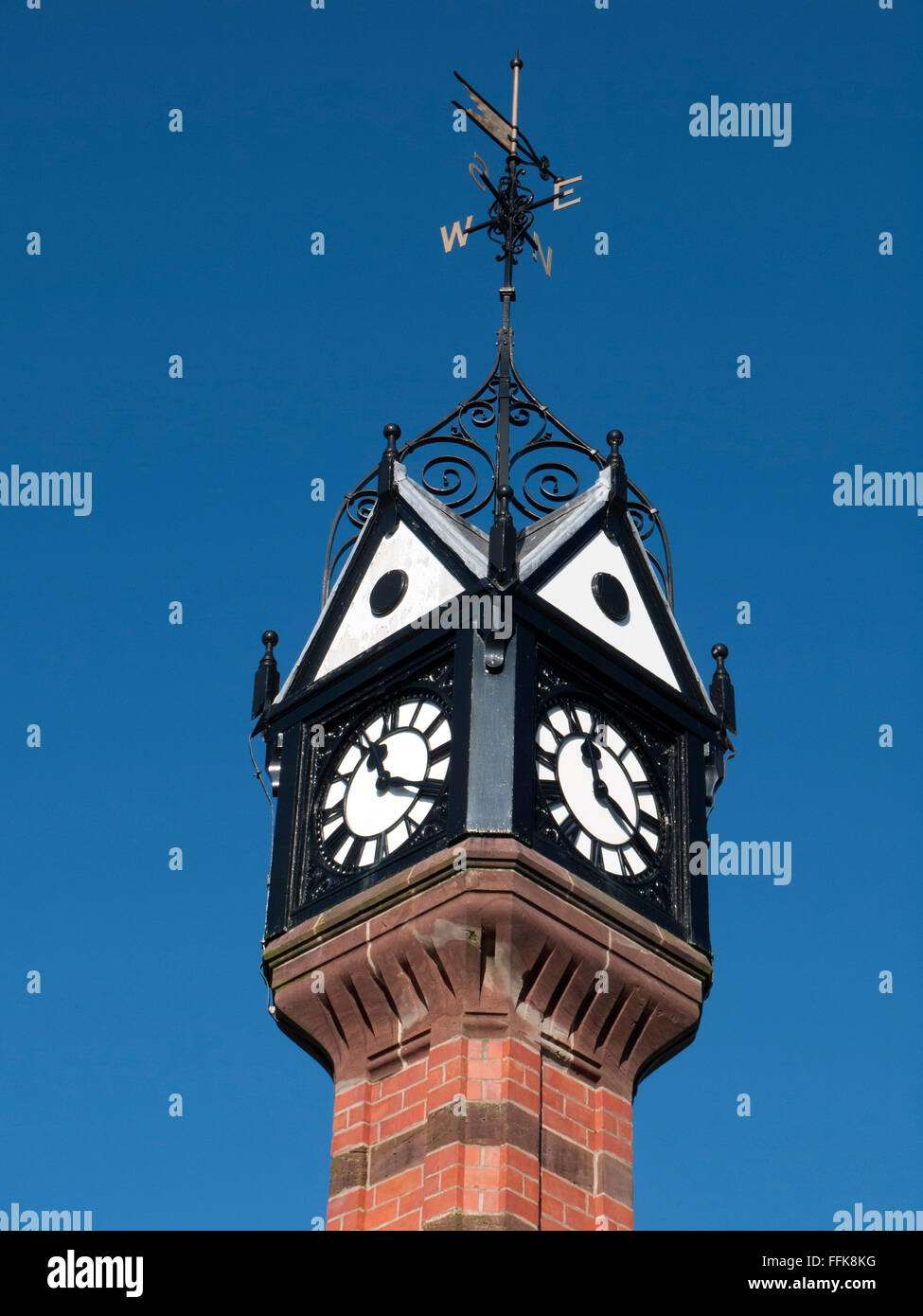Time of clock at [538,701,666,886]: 11:19
